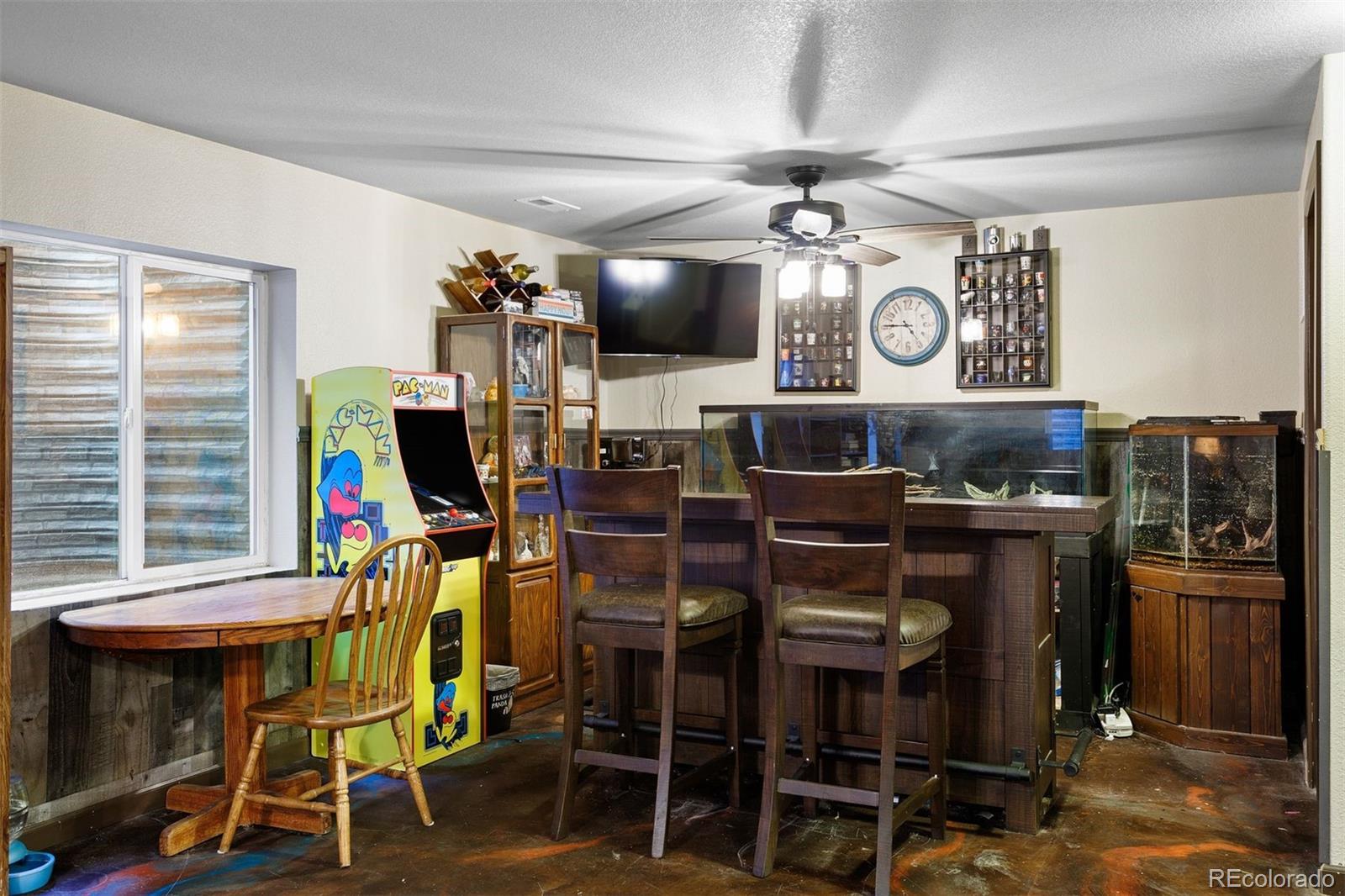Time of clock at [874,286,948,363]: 4:45
